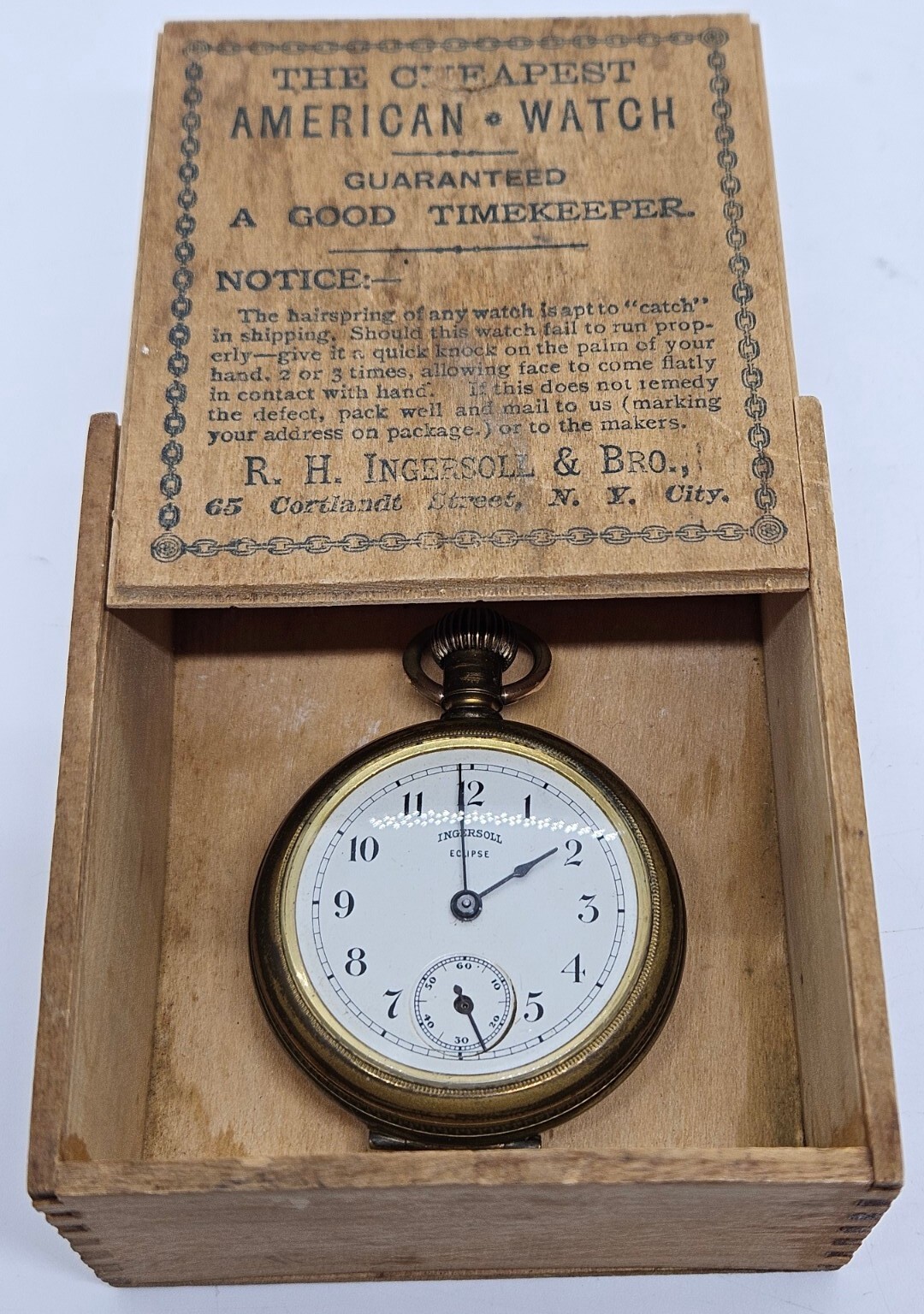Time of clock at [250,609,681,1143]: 1:59
